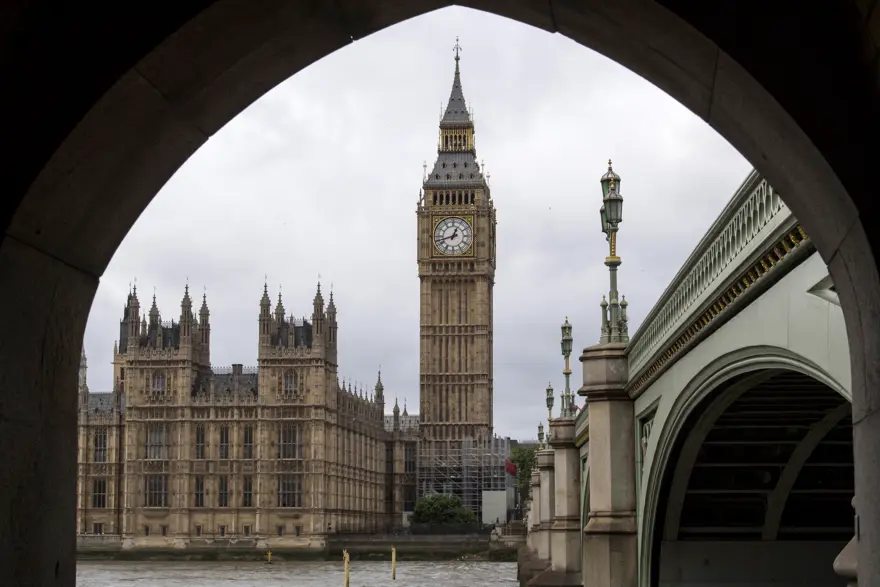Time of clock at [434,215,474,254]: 12:42
